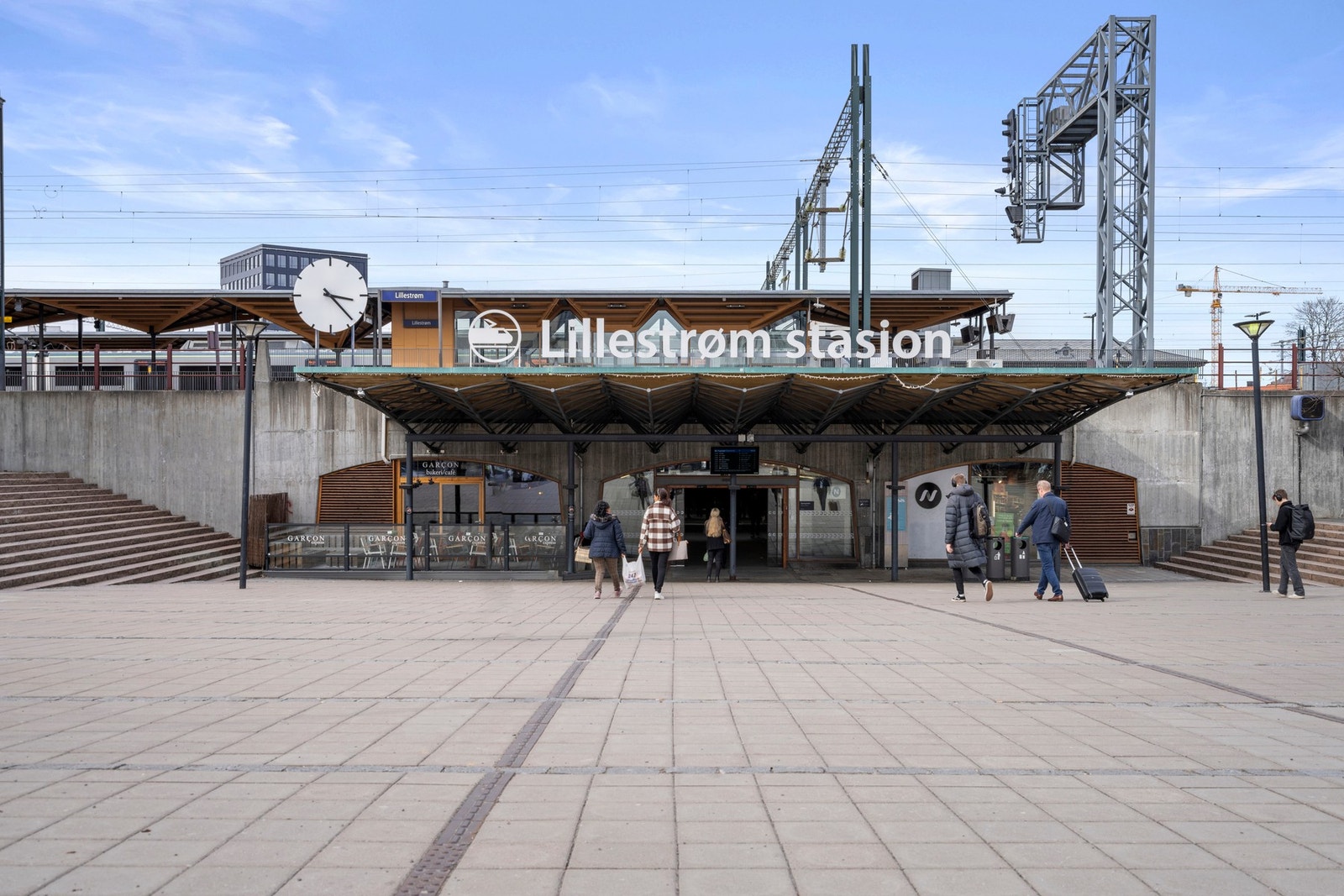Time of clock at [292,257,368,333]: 3:22
